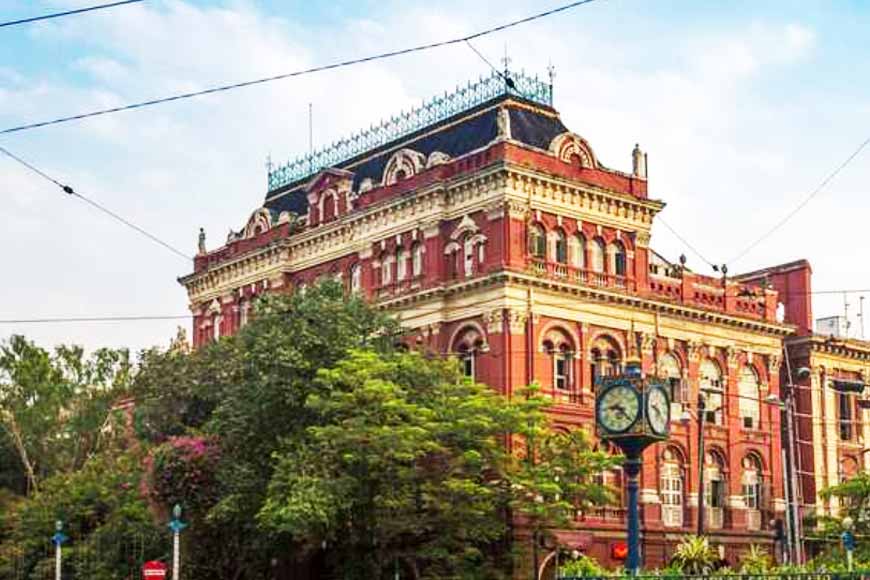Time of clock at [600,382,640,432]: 9:22
